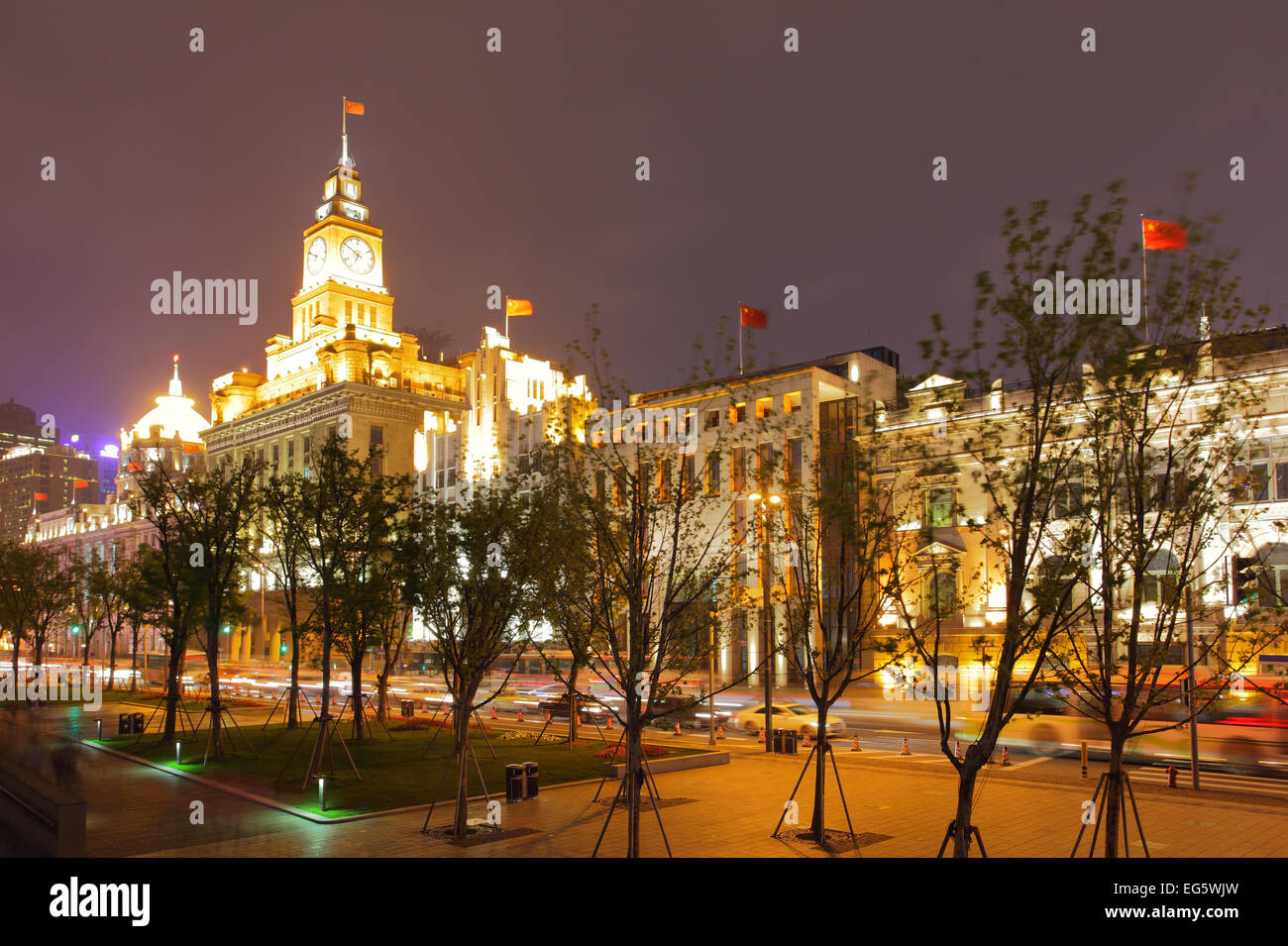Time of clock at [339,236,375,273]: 6:50
